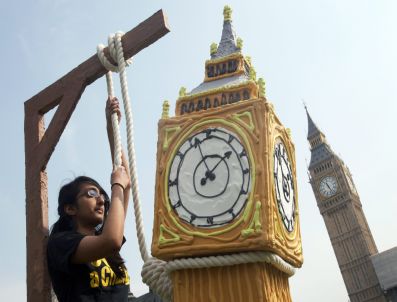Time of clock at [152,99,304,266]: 1:56
